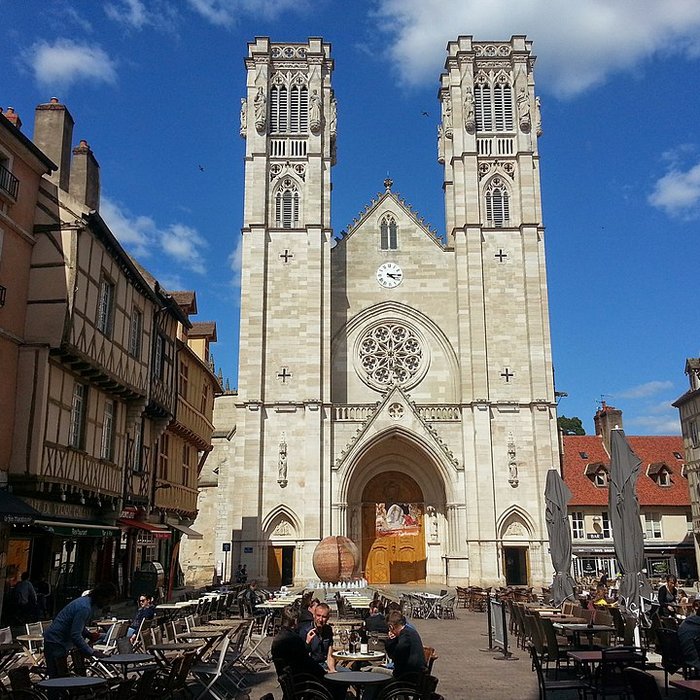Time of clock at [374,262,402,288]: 4:14
